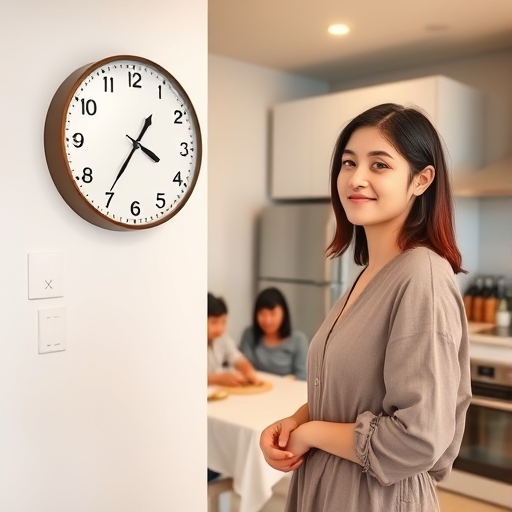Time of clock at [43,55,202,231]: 3:35
